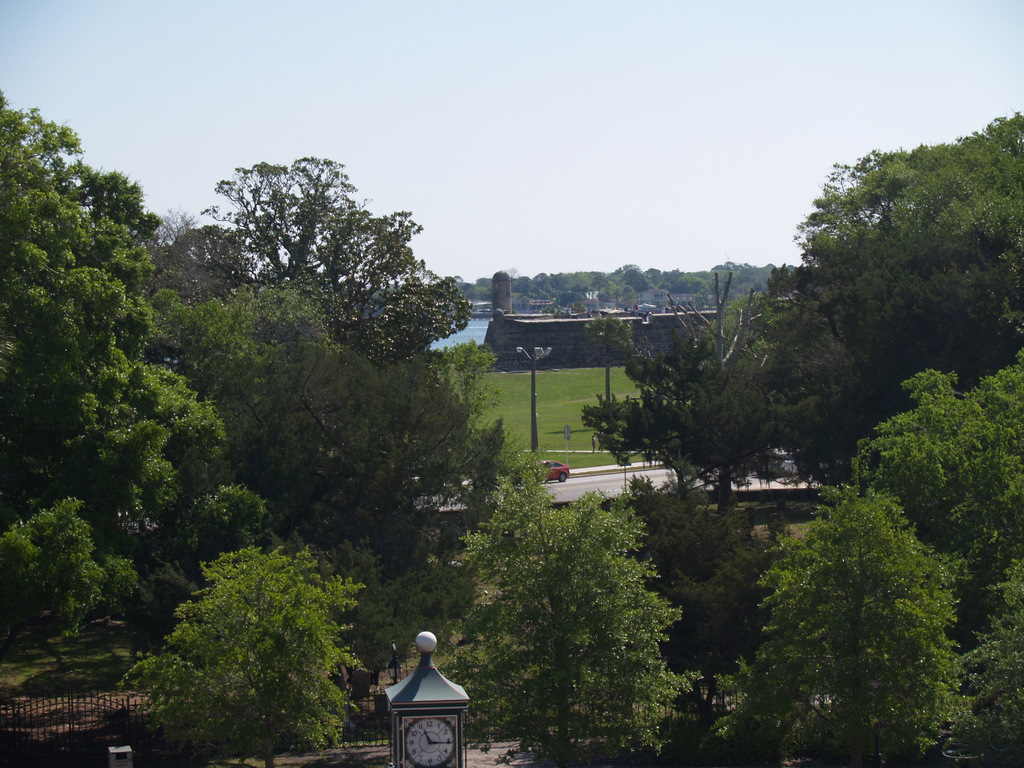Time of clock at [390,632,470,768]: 11:16
